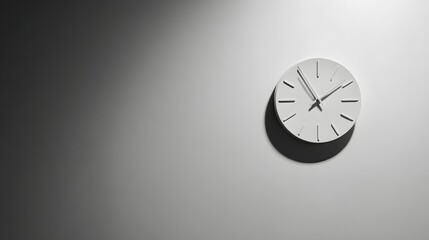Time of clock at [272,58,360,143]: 1:54
